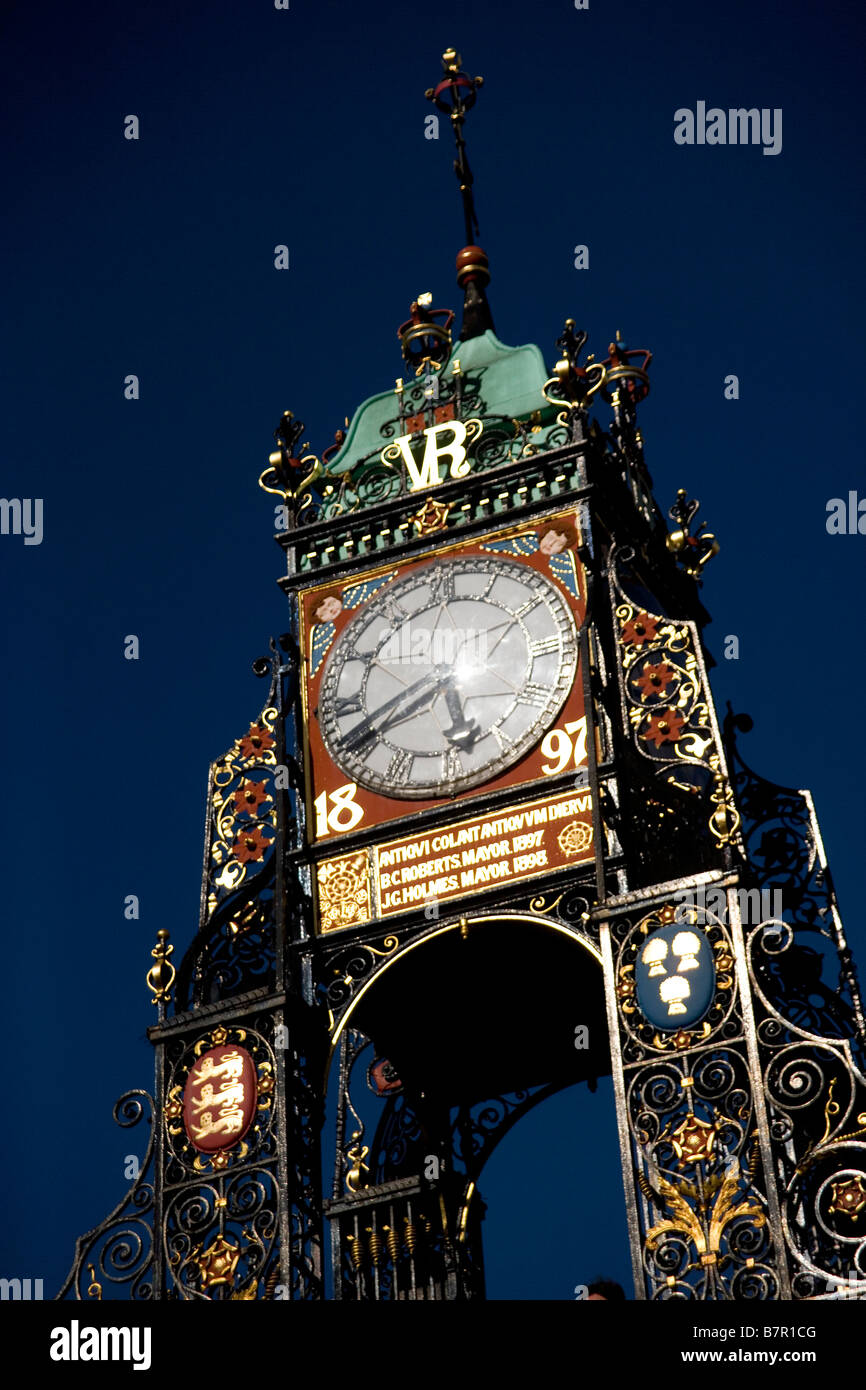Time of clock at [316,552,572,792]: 5:40
